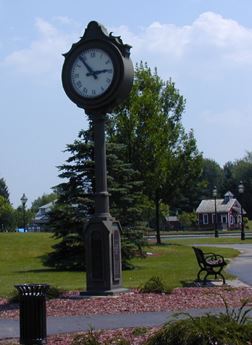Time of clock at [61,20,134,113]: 2:53
